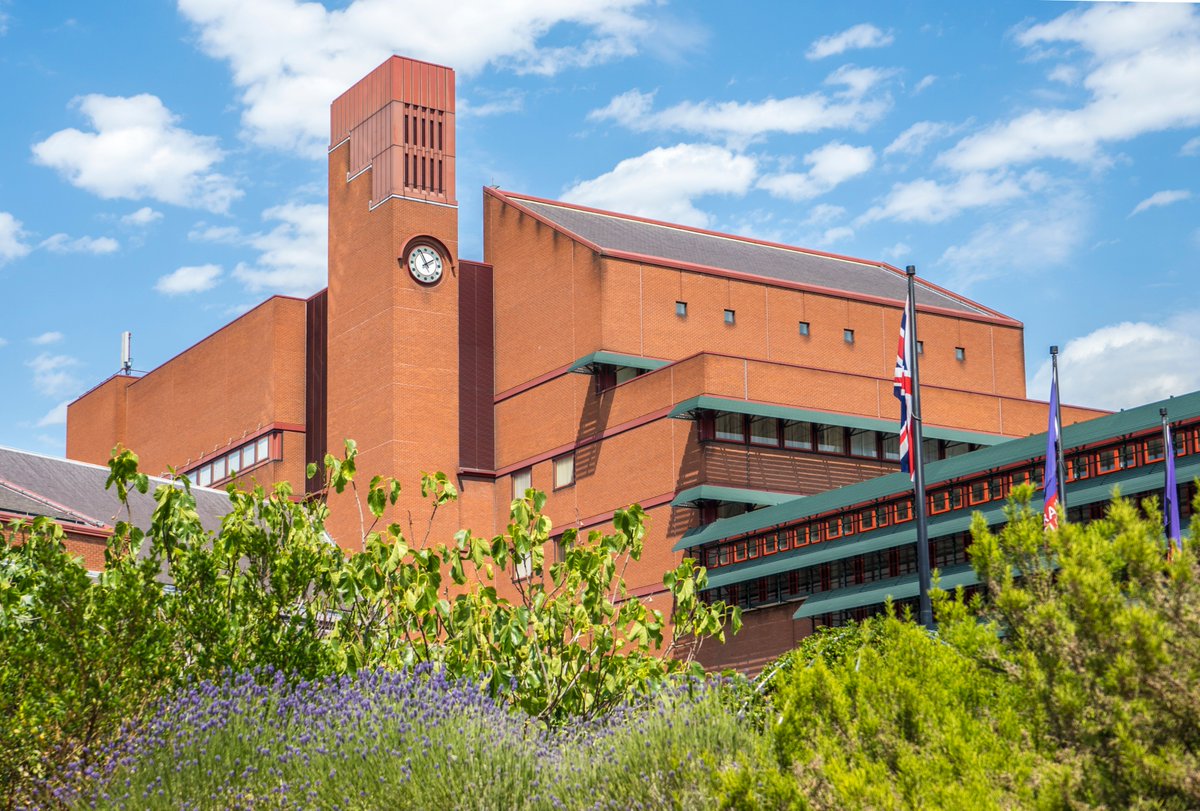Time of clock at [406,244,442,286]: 1:56
